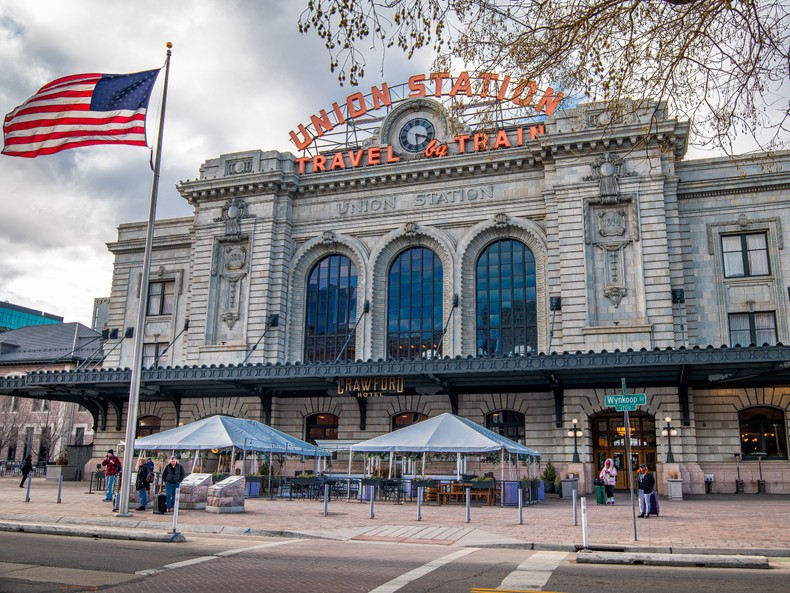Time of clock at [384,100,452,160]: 3:29
